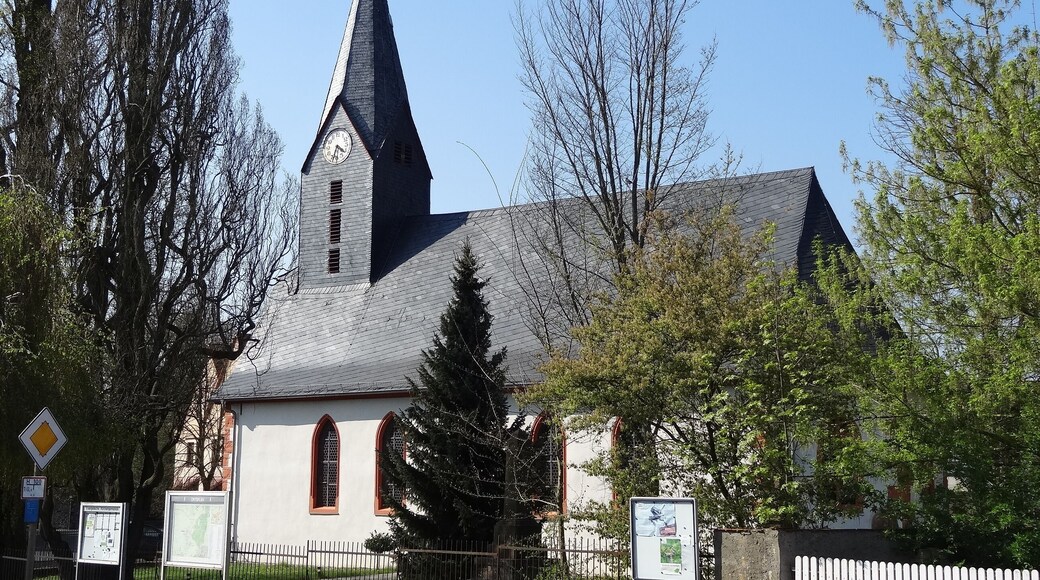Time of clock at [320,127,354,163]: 4:33
